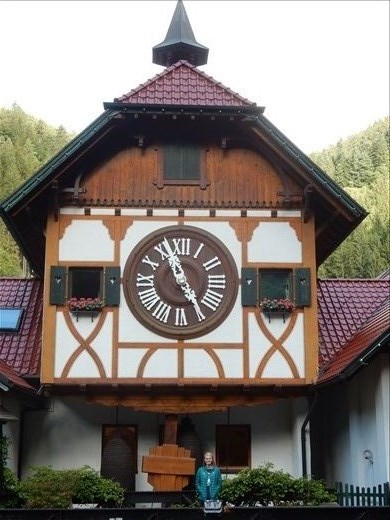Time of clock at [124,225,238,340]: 11:24
